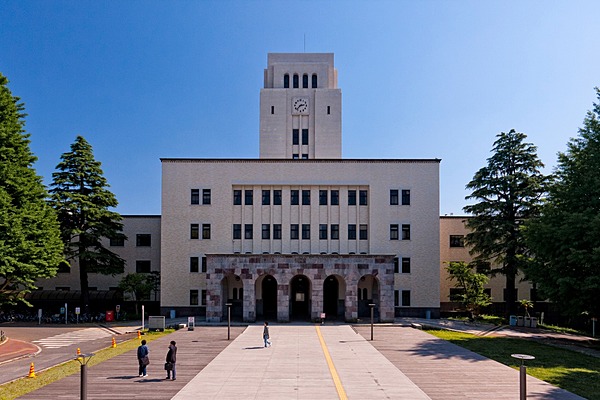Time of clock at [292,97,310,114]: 2:37
